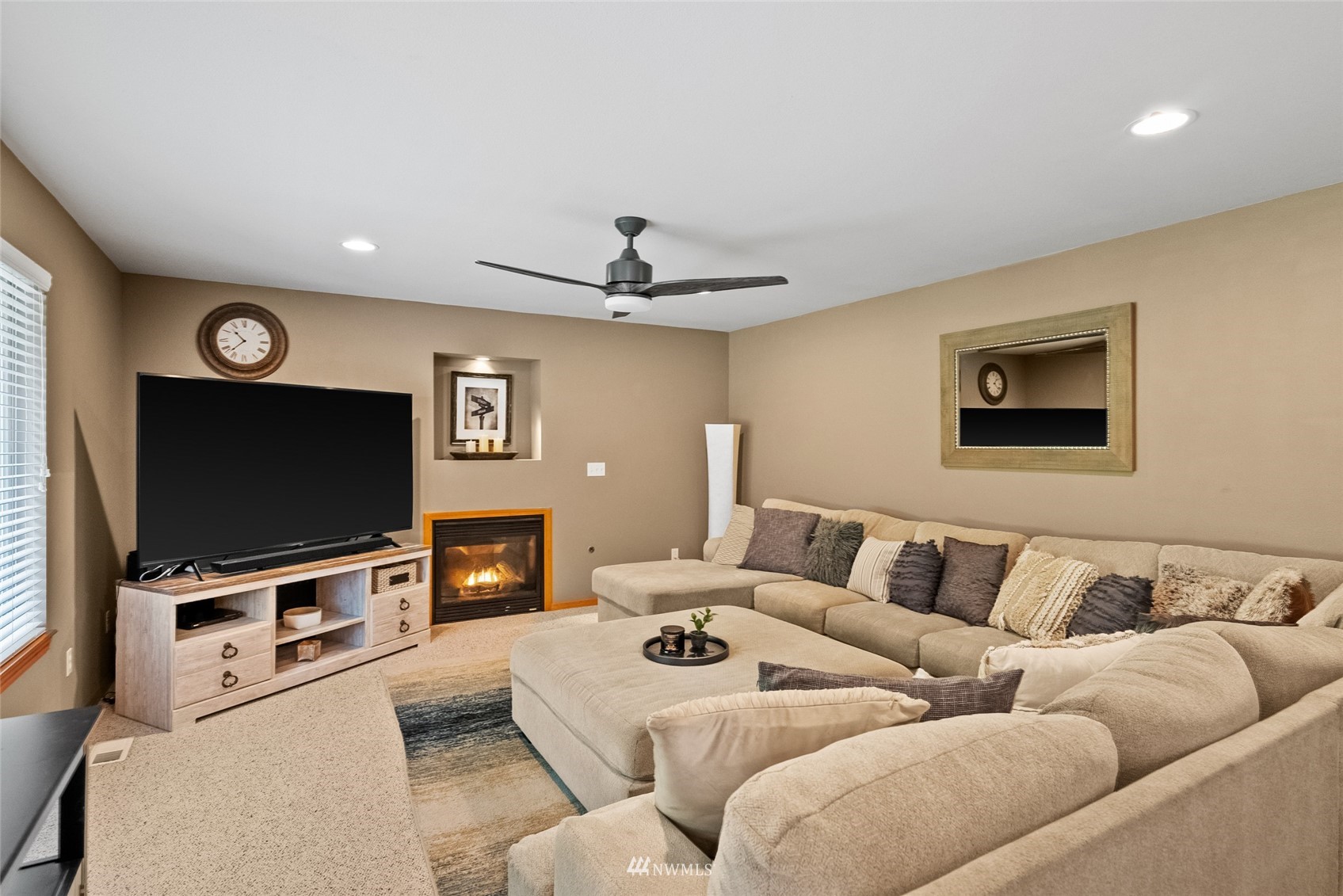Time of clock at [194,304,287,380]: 10:37
